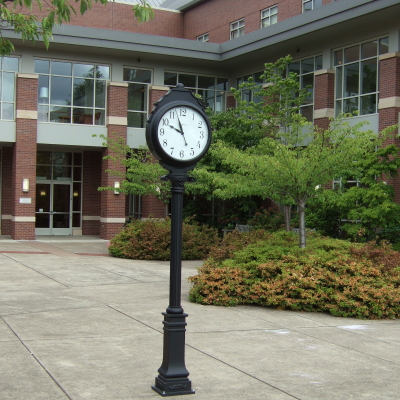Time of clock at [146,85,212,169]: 9:57
